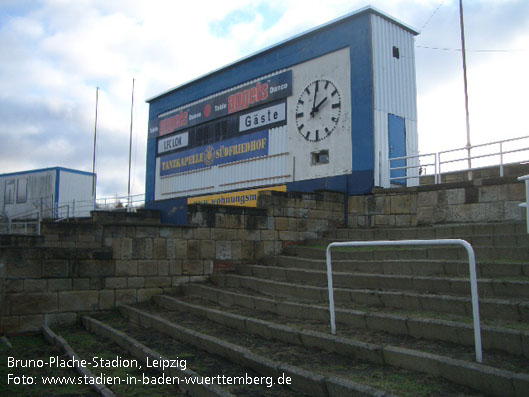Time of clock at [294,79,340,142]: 2:00
